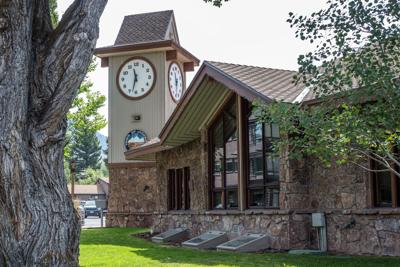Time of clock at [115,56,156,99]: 11:32
